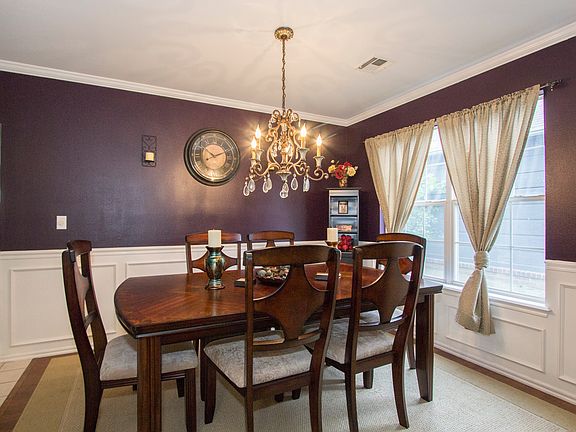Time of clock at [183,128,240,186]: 10:11
